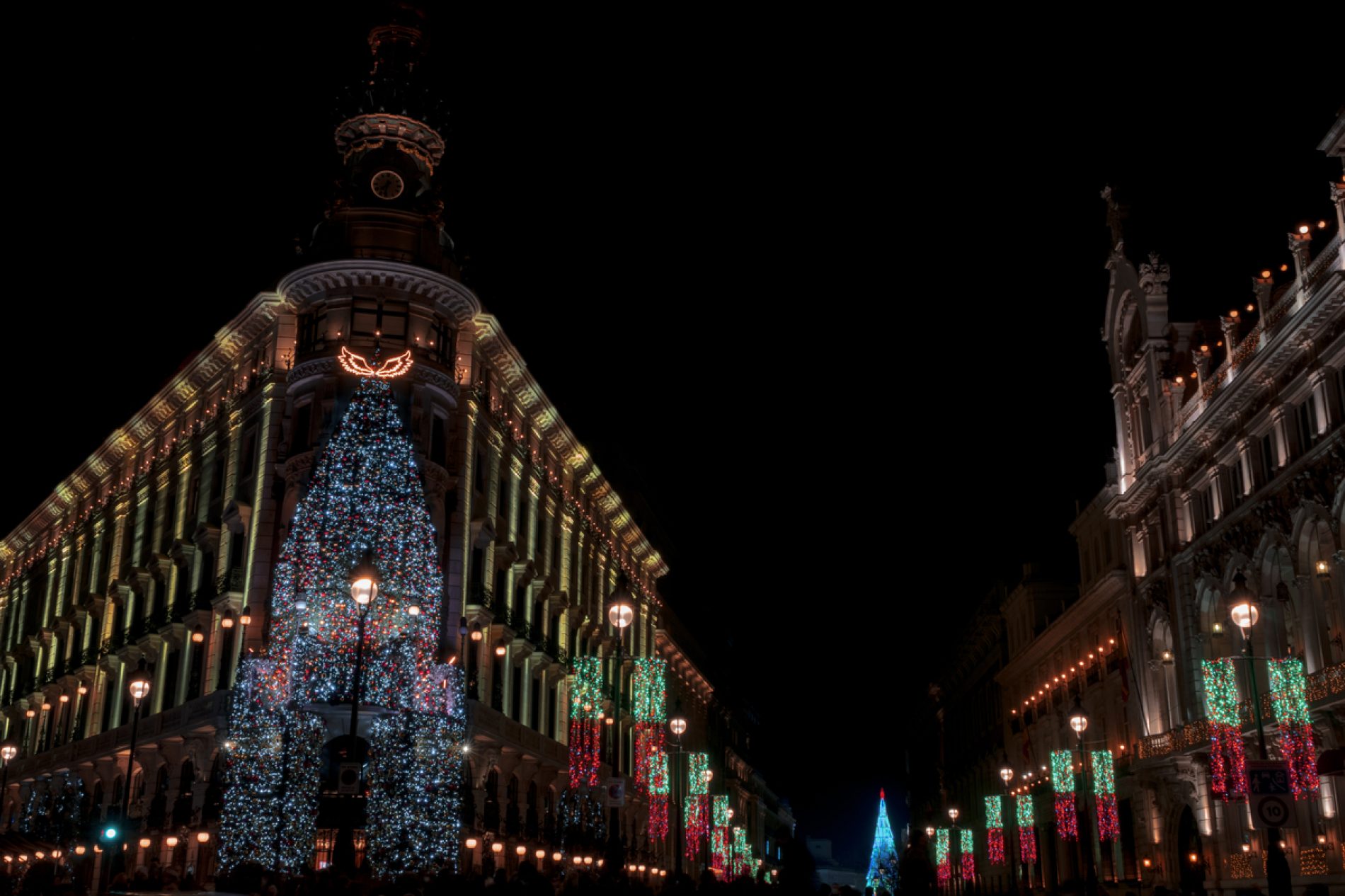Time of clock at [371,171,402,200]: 7:32
